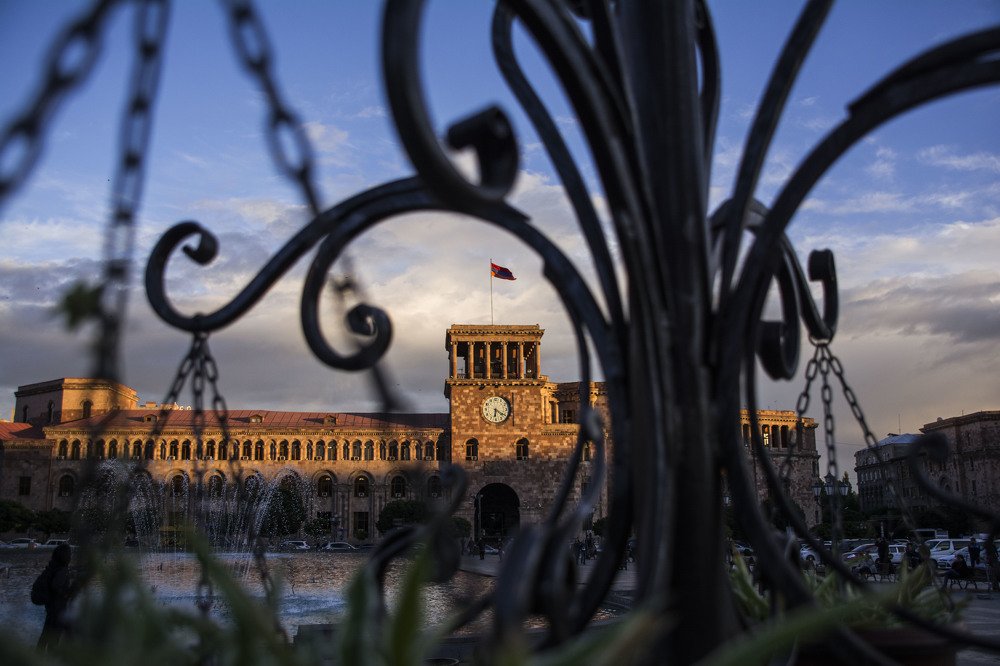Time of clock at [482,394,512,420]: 6:20
